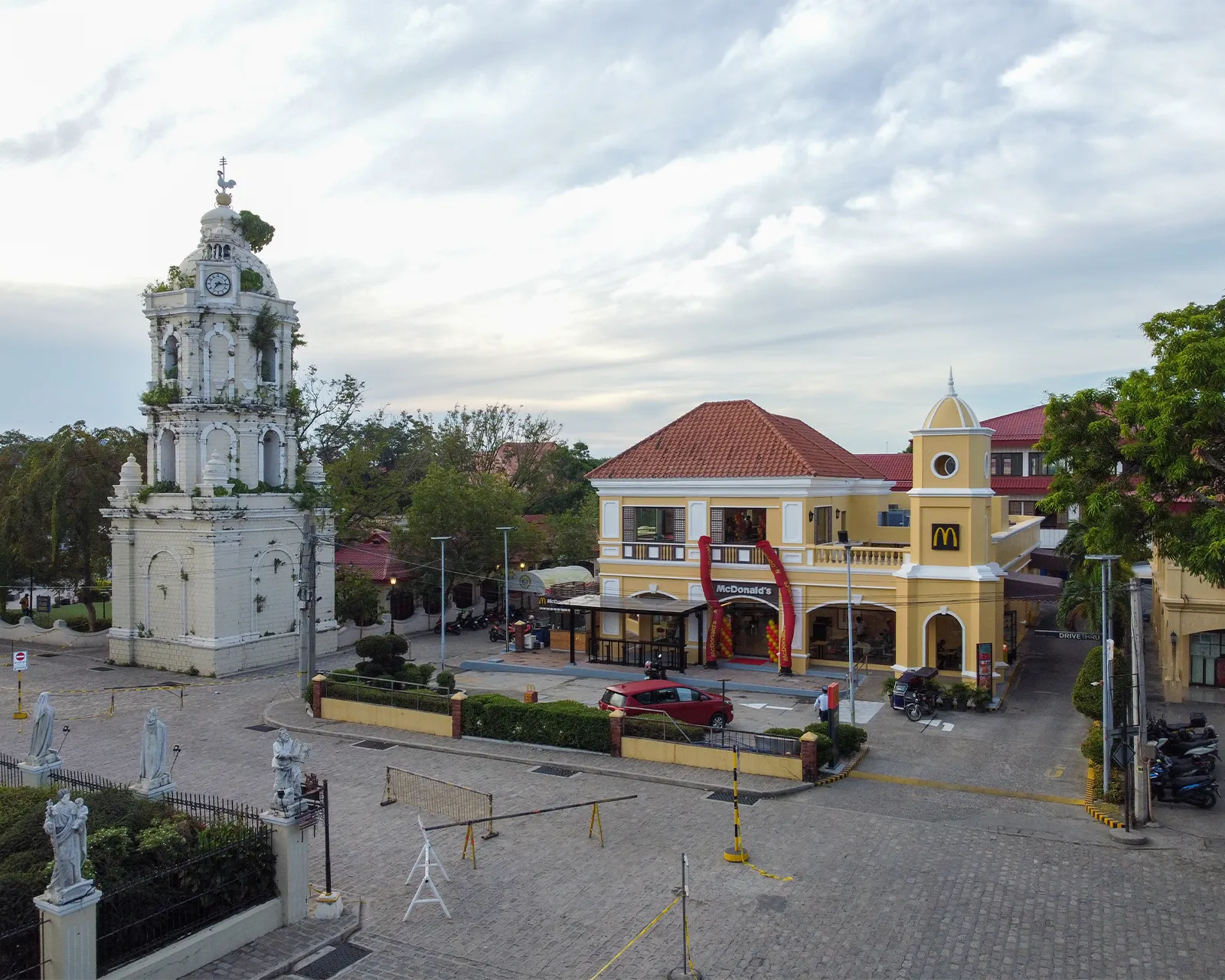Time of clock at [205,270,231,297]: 7:15
